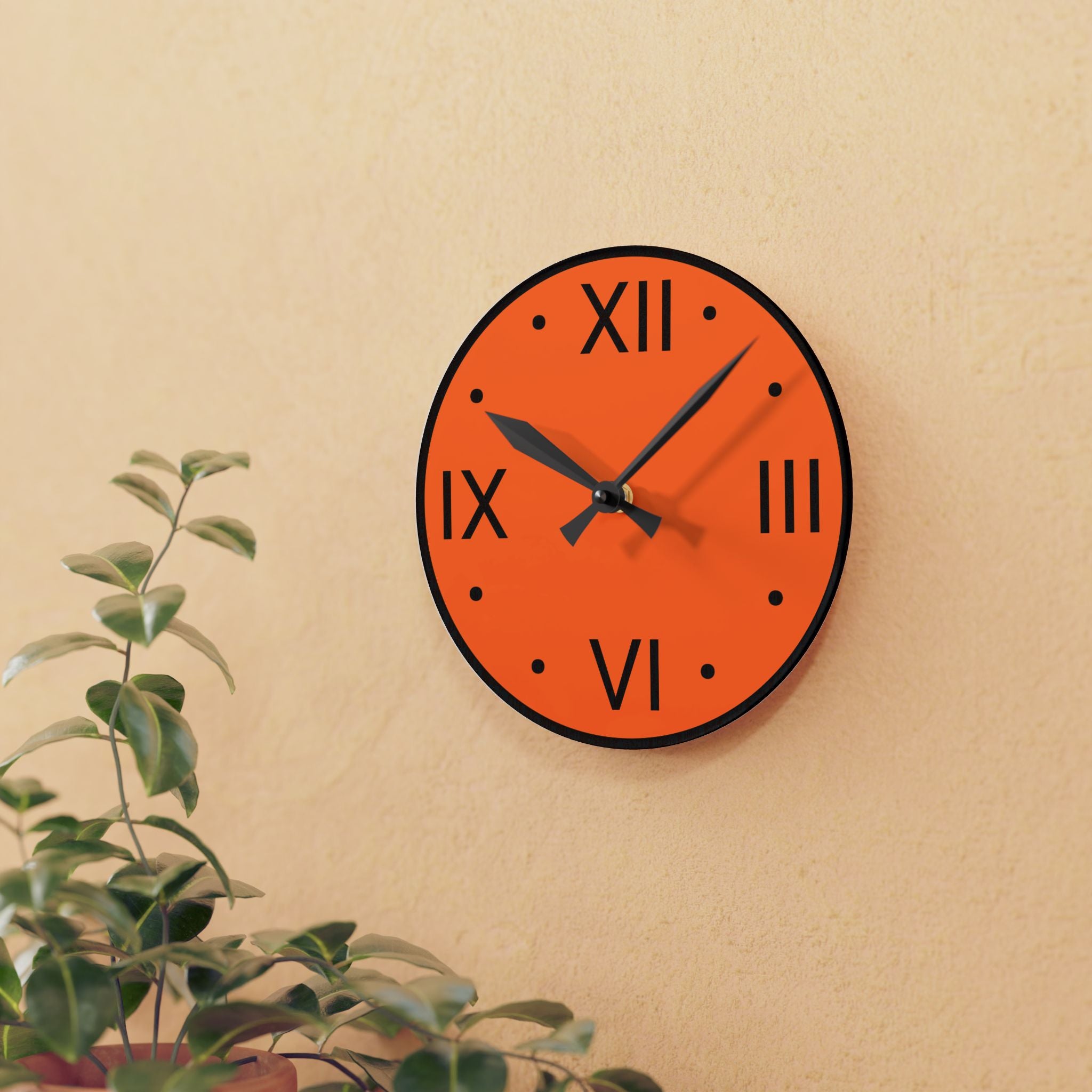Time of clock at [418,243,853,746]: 10:07
